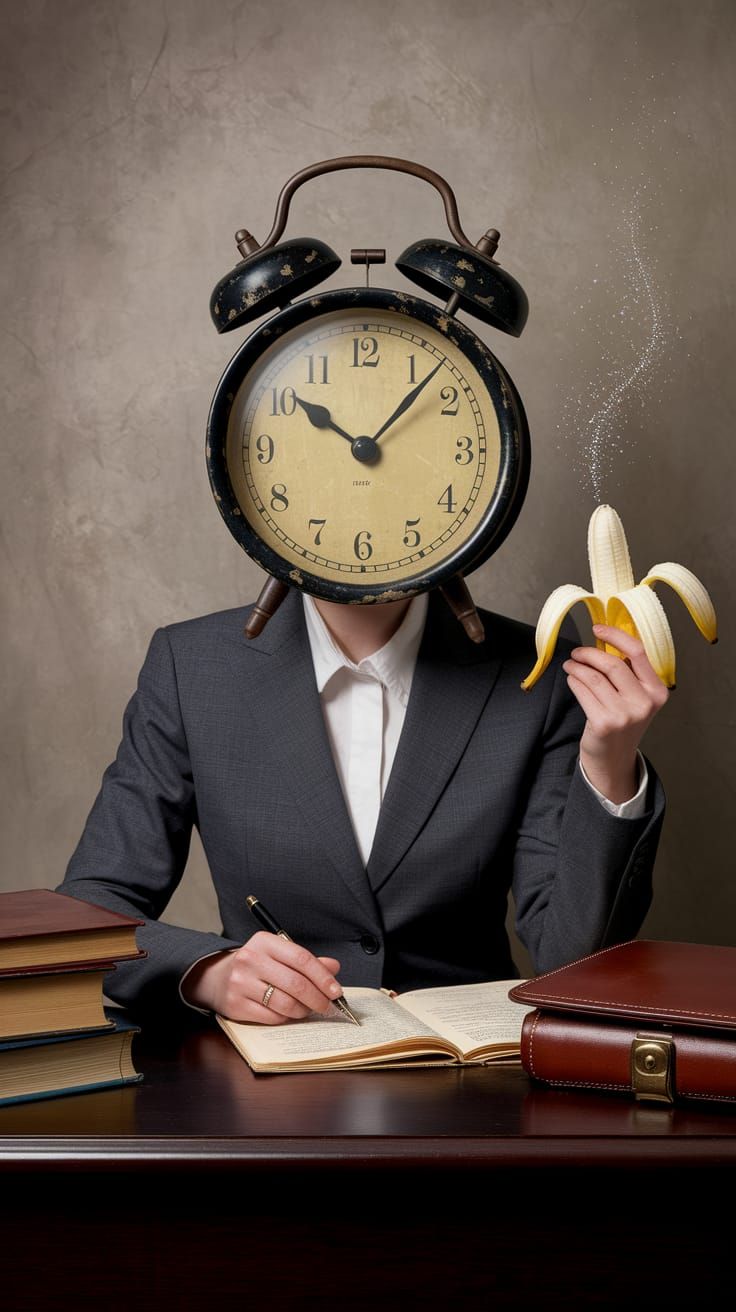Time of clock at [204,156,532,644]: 10:07
